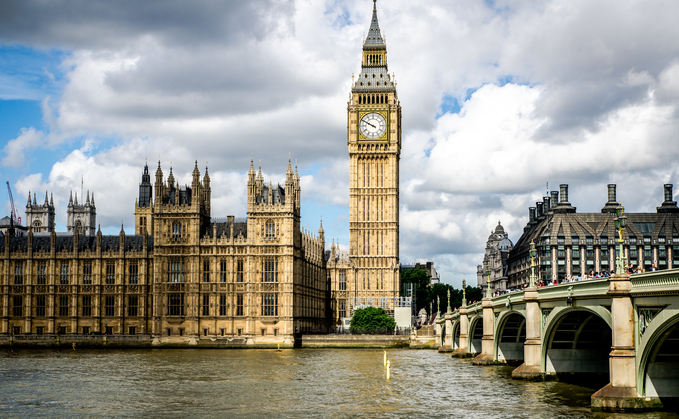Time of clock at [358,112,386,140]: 9:49
